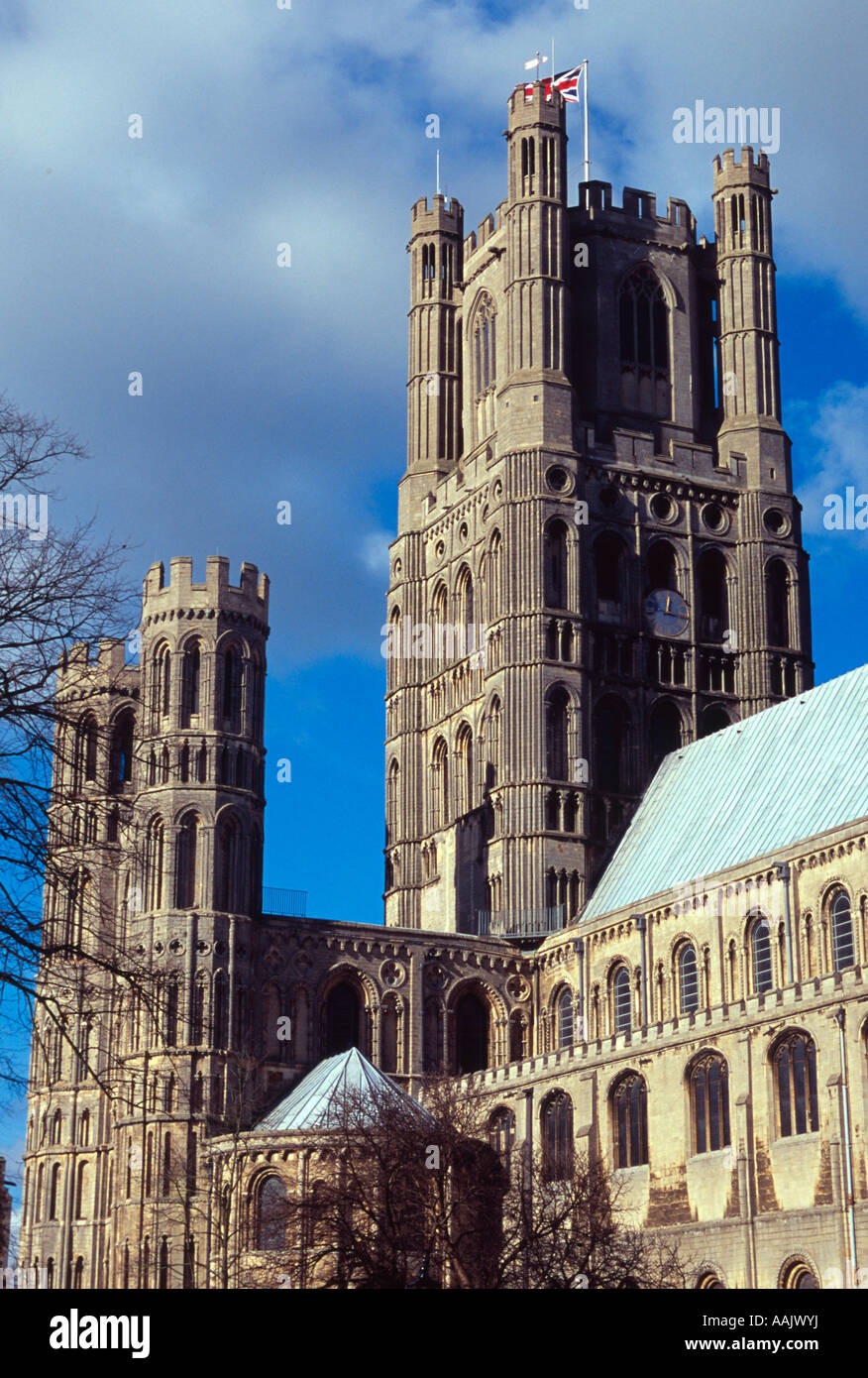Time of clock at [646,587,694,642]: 12:16
